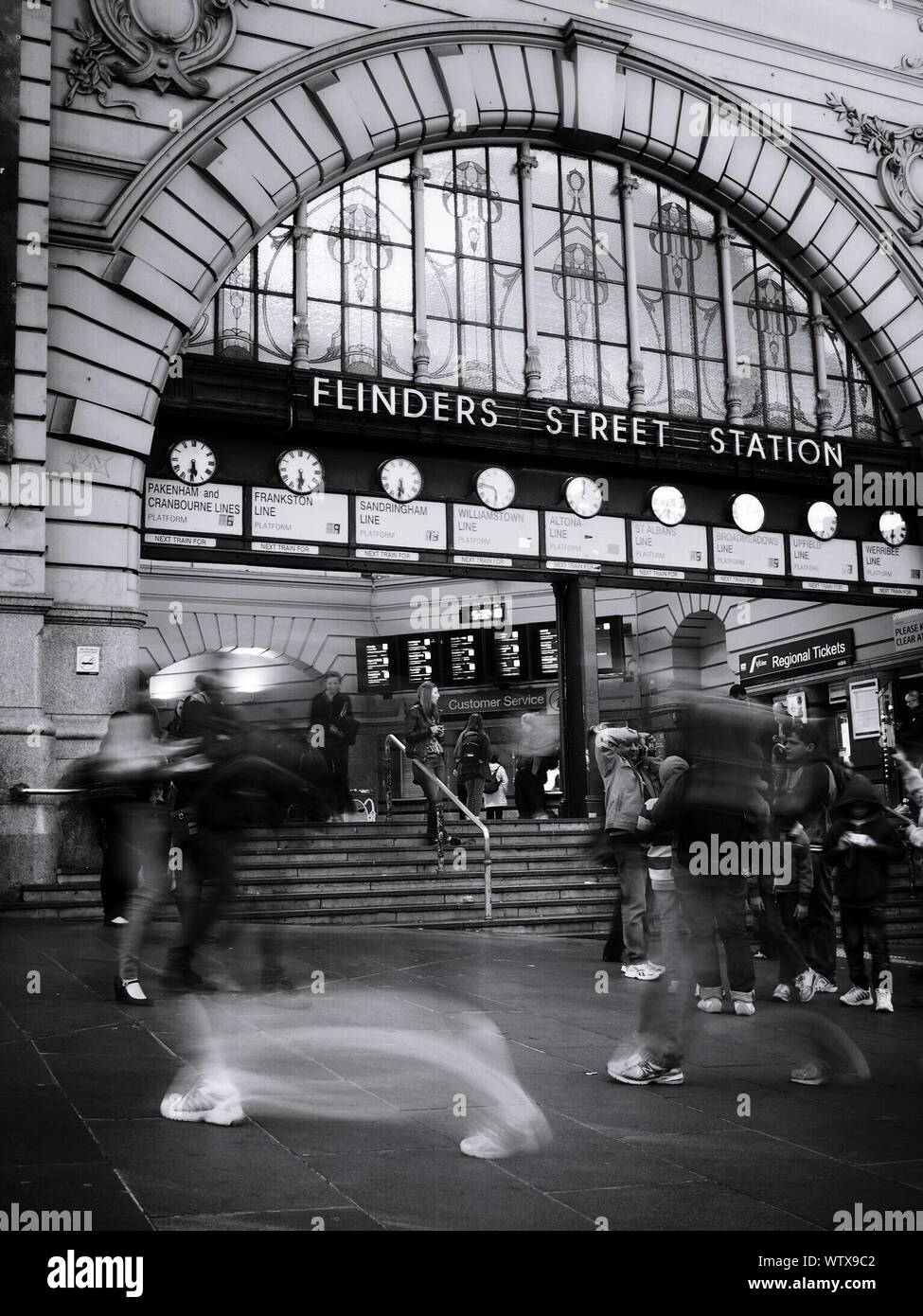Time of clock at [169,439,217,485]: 5:30
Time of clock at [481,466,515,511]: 5:46
